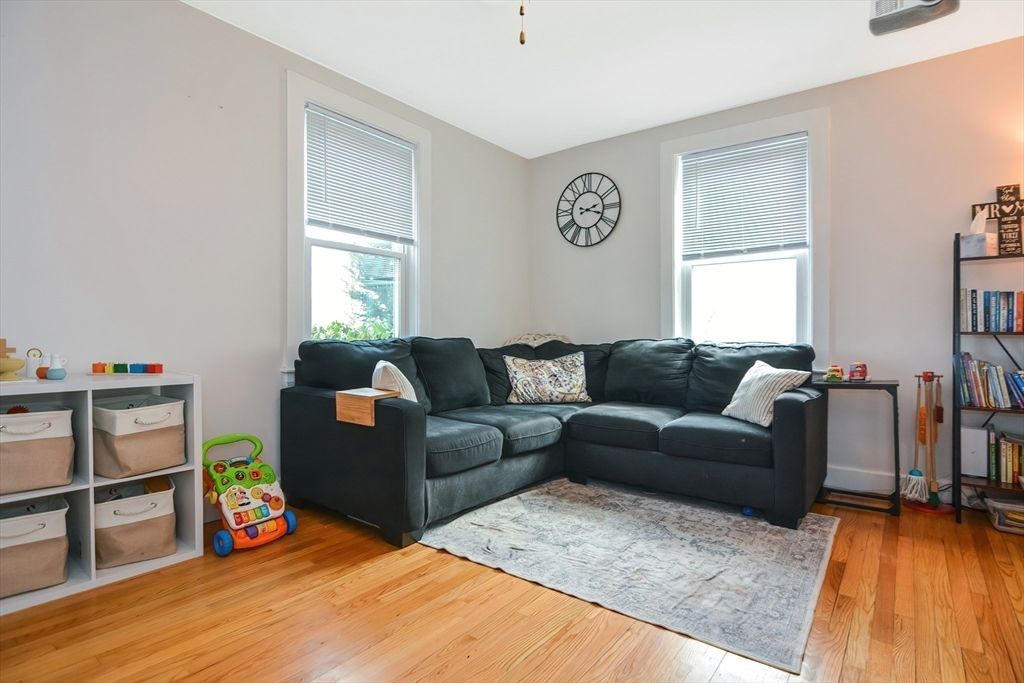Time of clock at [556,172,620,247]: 2:18
